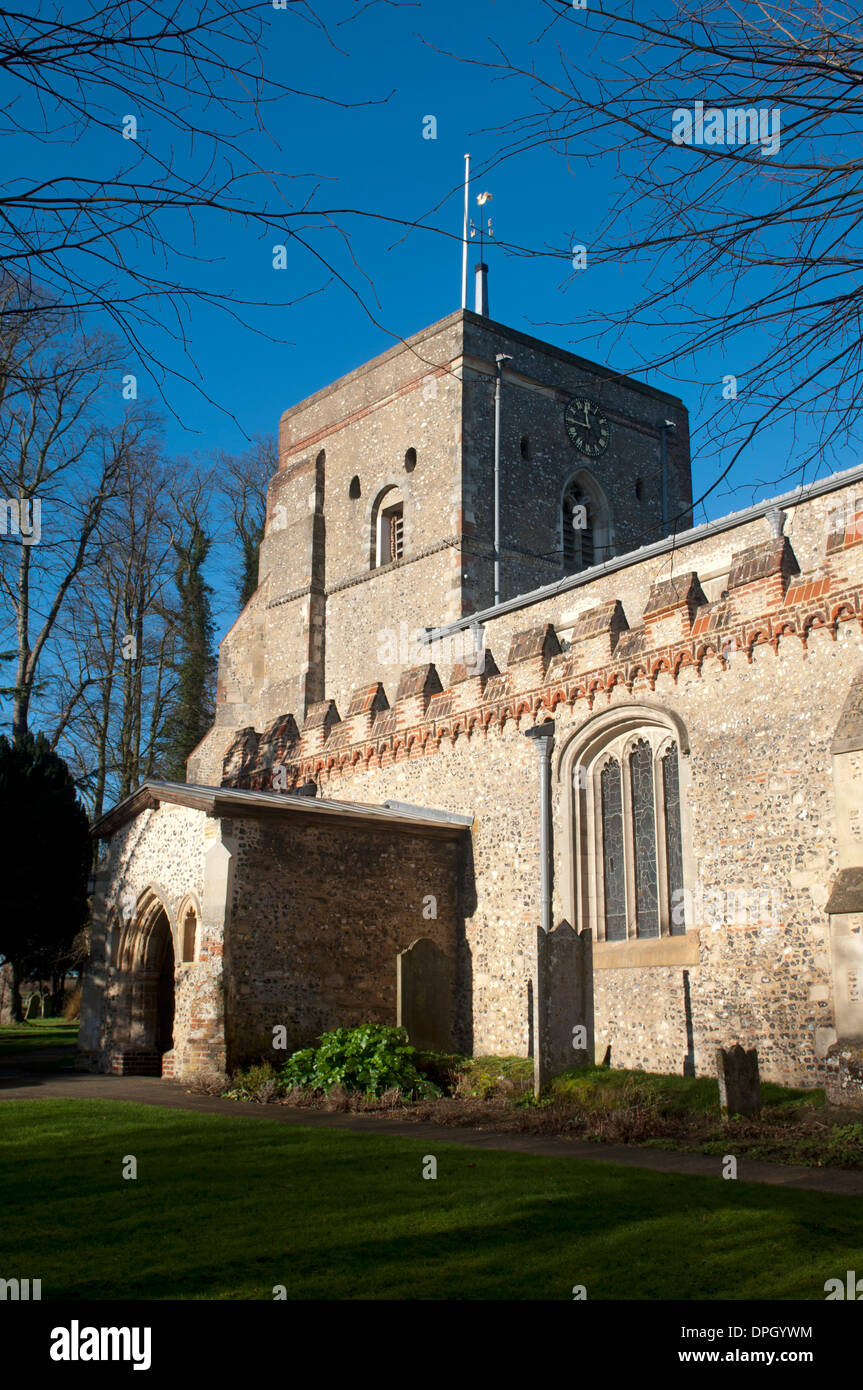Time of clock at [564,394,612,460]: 11:46
